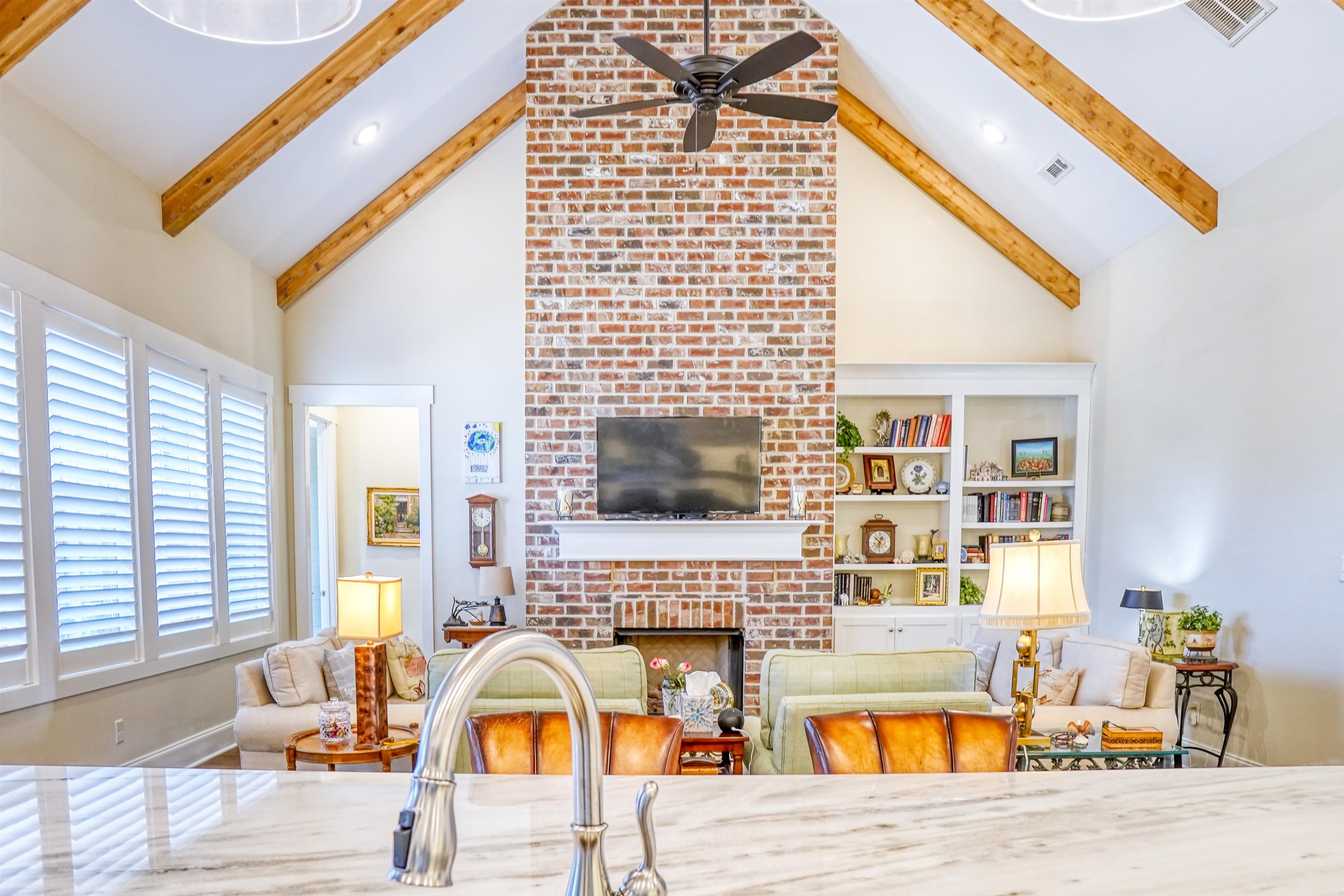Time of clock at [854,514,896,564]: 12:52
